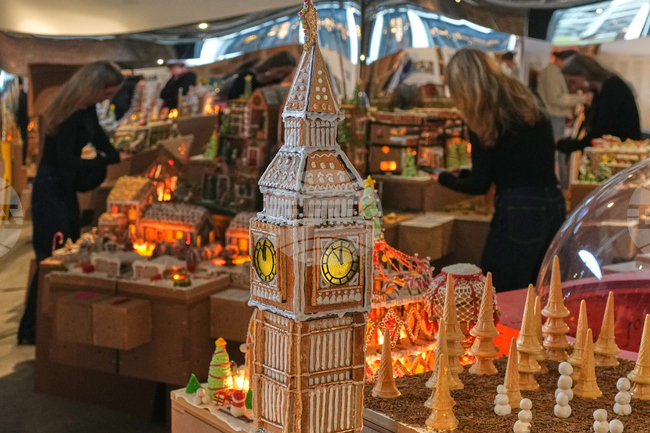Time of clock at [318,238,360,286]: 11:53
